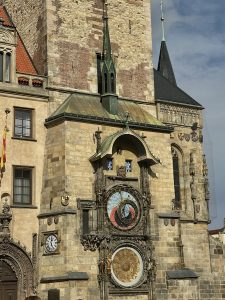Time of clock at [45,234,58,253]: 12:26
